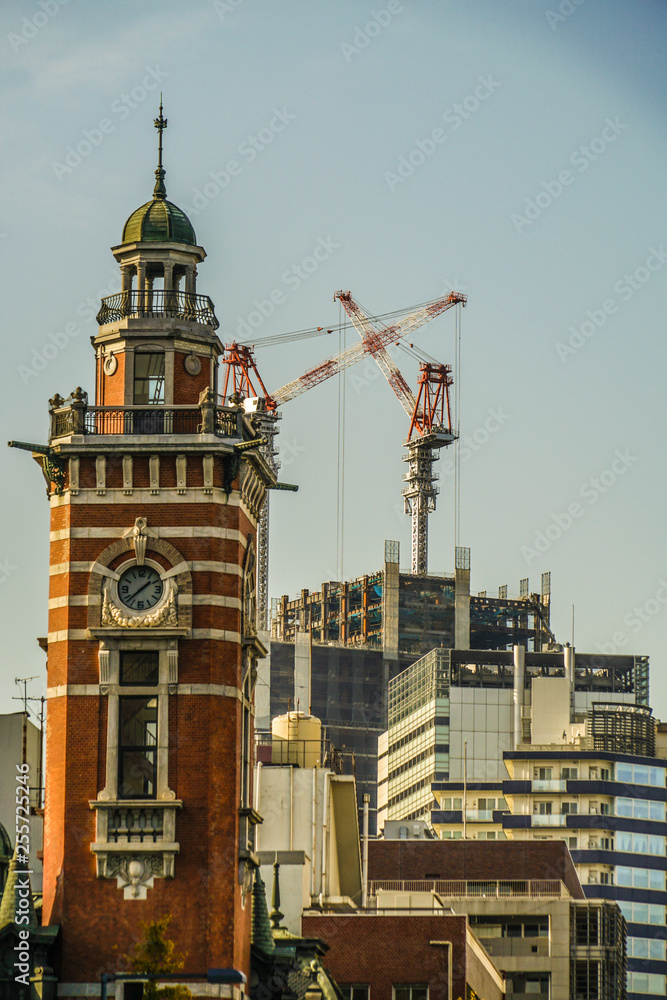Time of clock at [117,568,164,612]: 1:37
